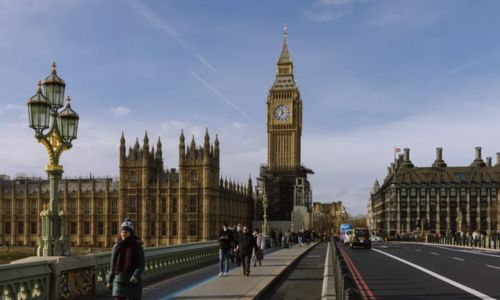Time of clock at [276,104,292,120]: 11:35
